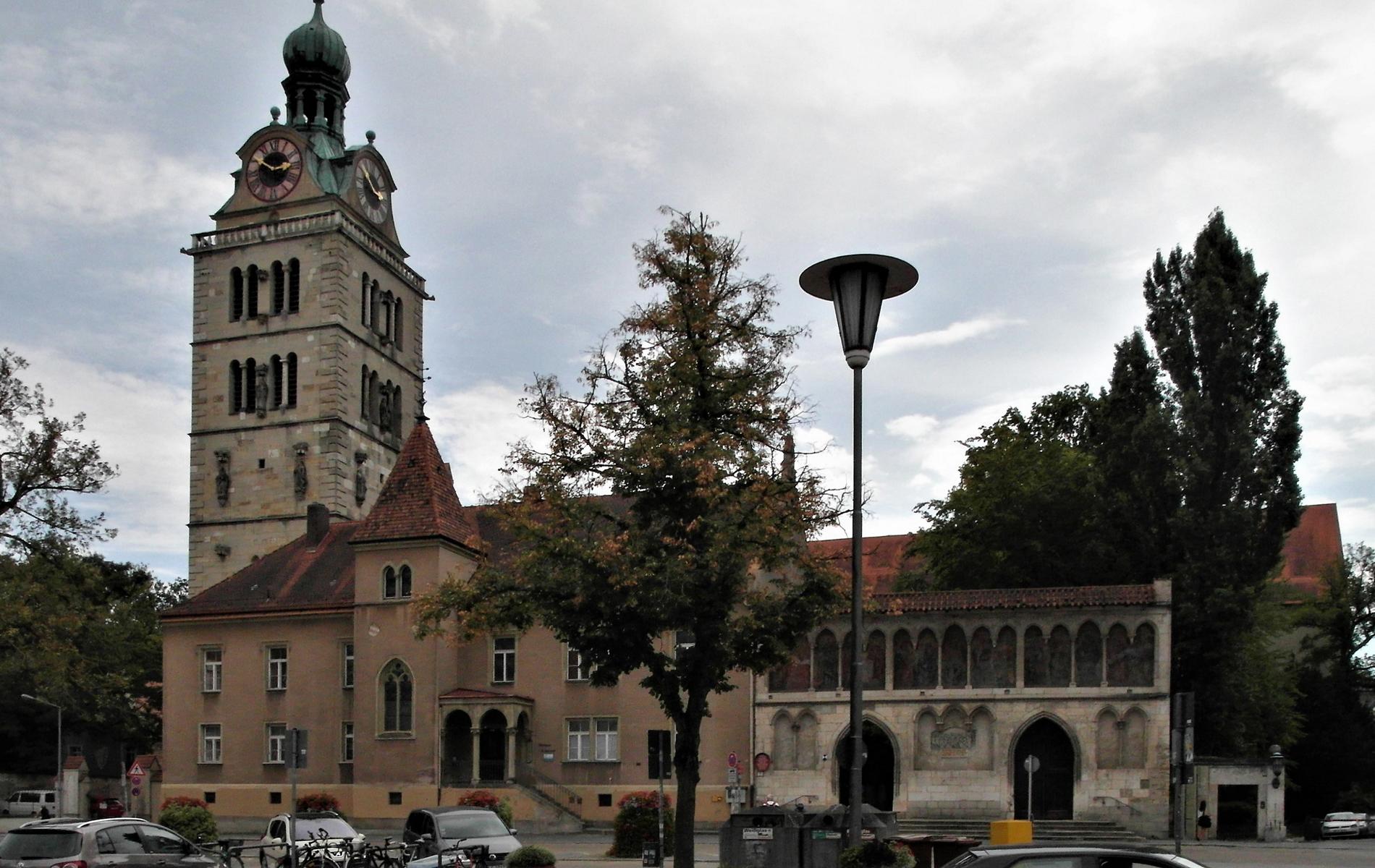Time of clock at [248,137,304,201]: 2:50
